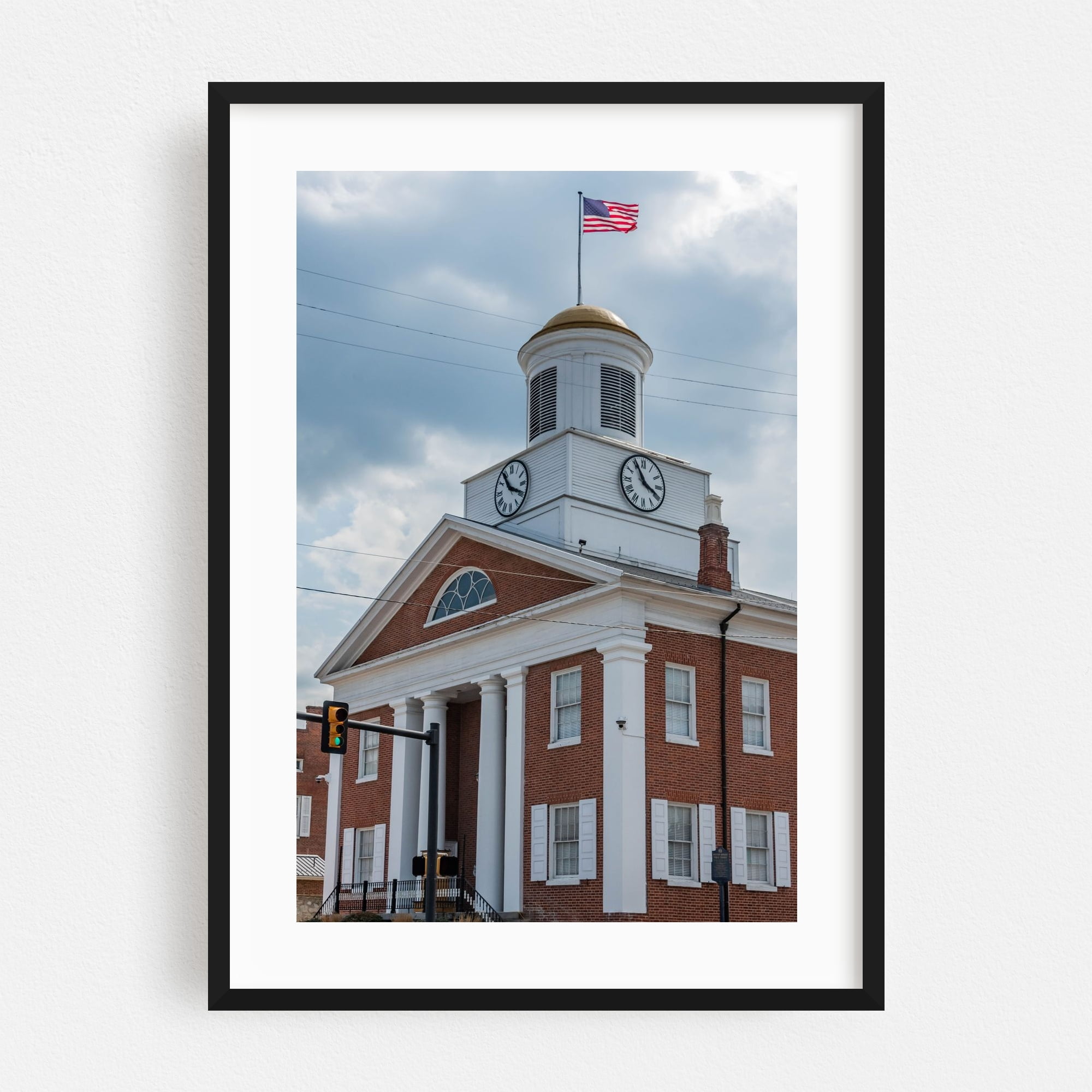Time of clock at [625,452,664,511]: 3:55
